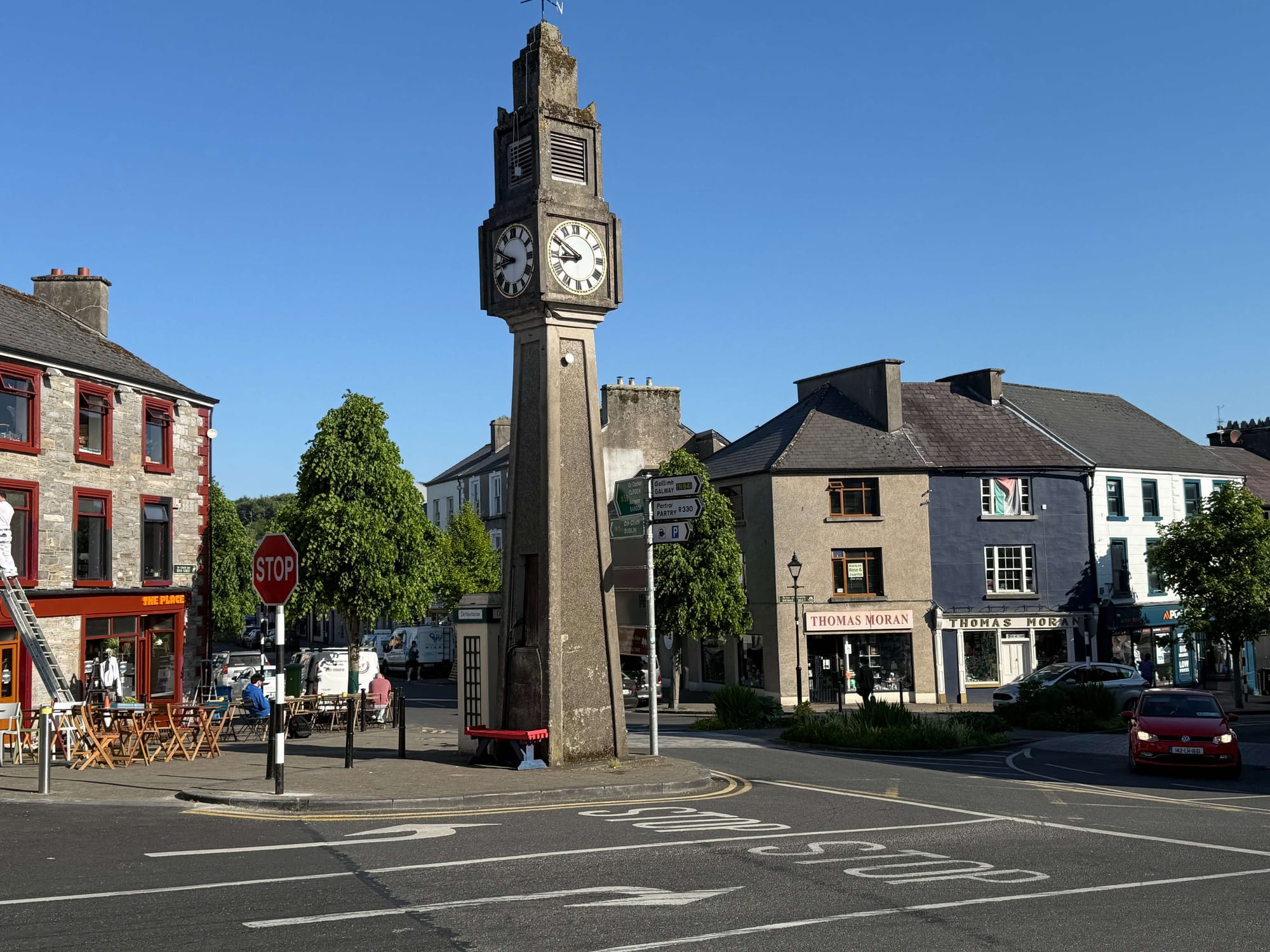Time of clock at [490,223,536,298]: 8:49
